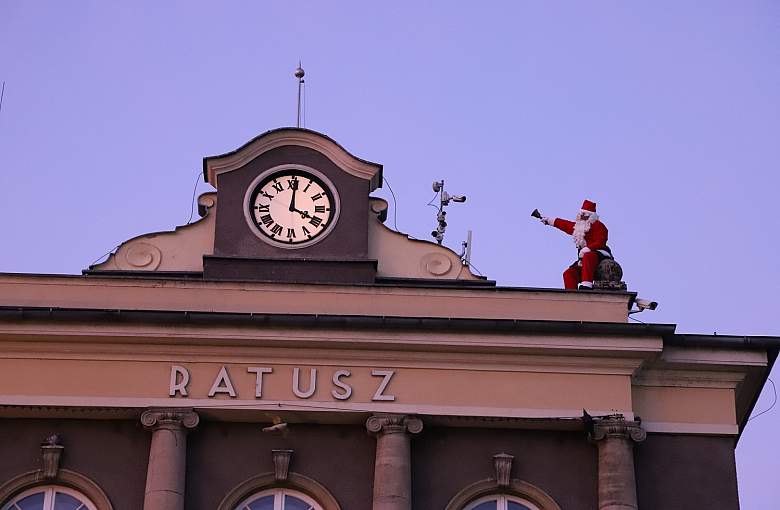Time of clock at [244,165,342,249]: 4:00
